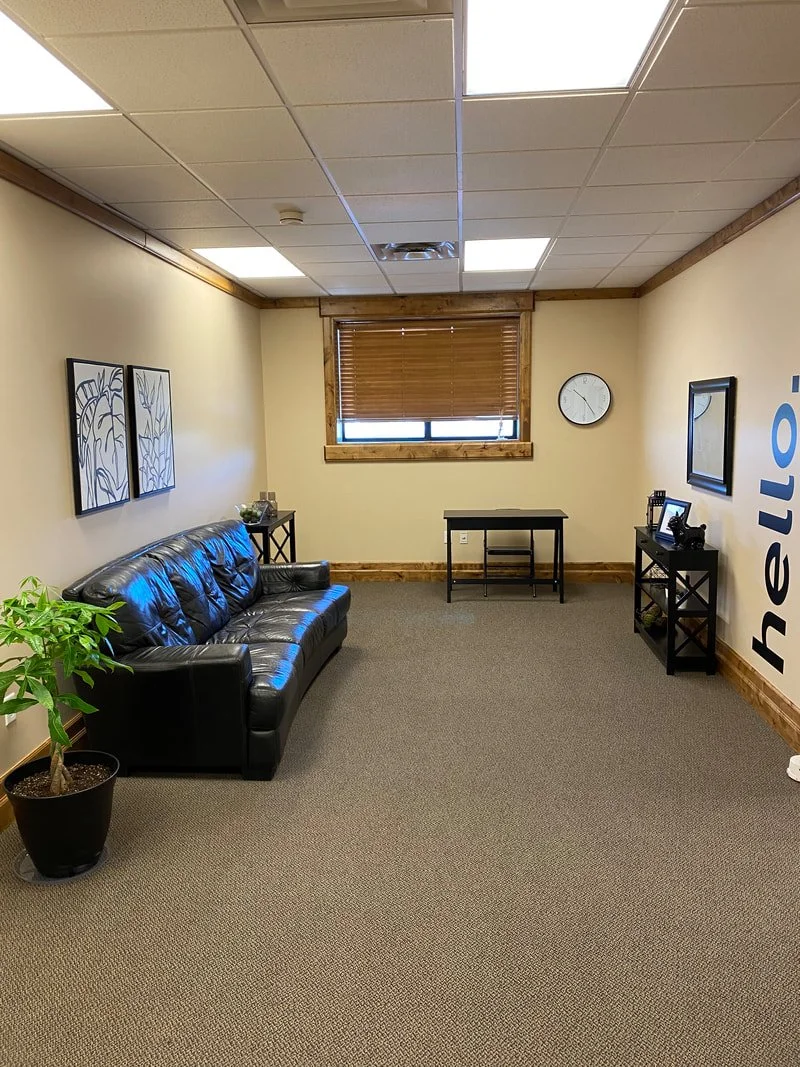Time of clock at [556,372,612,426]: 10:24
